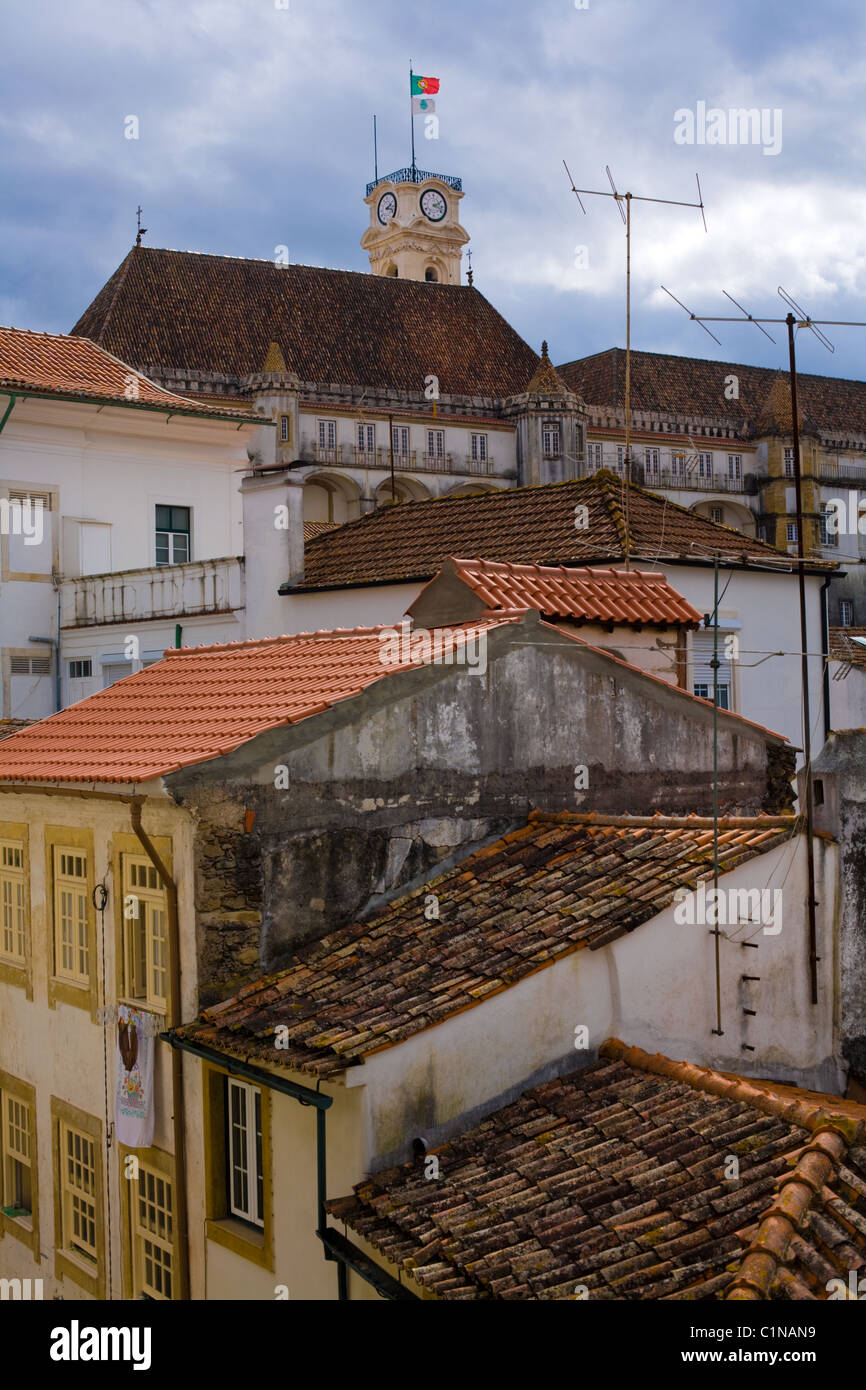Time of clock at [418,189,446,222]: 2:17
